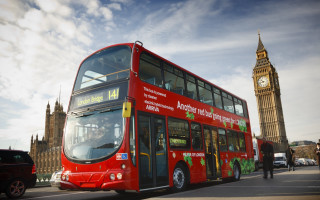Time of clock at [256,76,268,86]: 10:42
